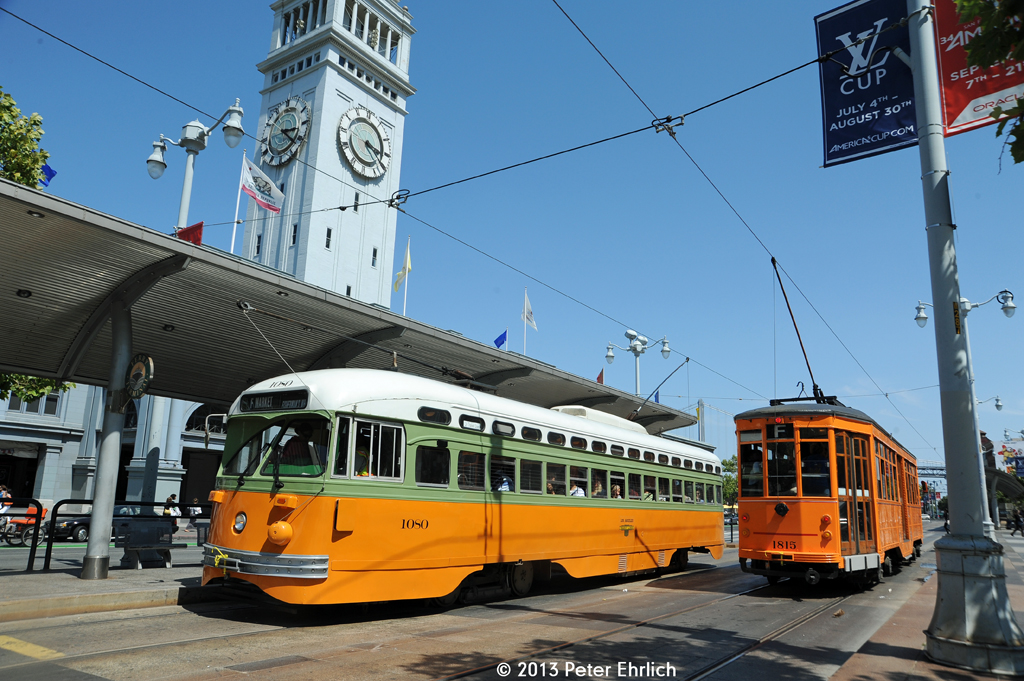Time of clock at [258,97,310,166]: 3:21
